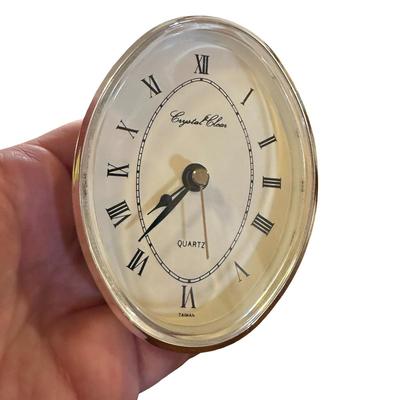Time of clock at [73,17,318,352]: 7:36
